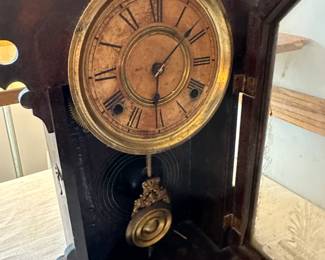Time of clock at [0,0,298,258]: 6:08
